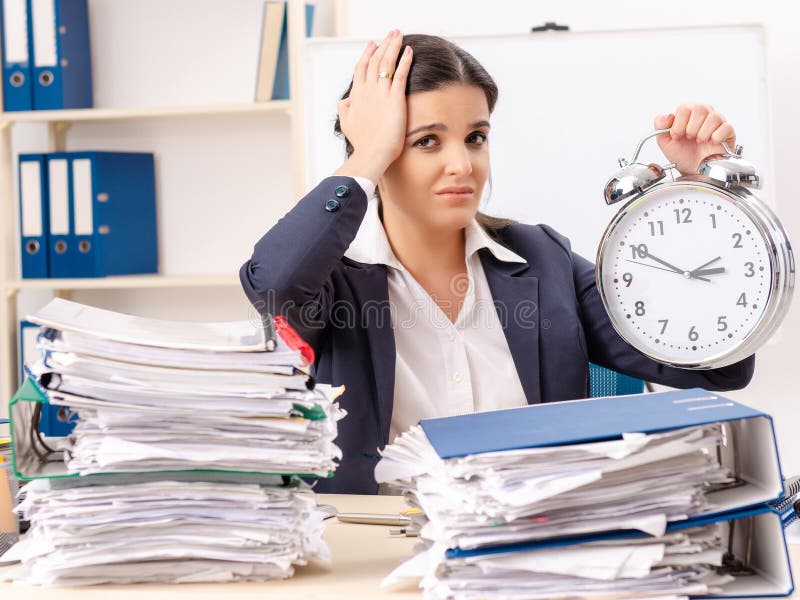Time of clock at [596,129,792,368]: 2:50
